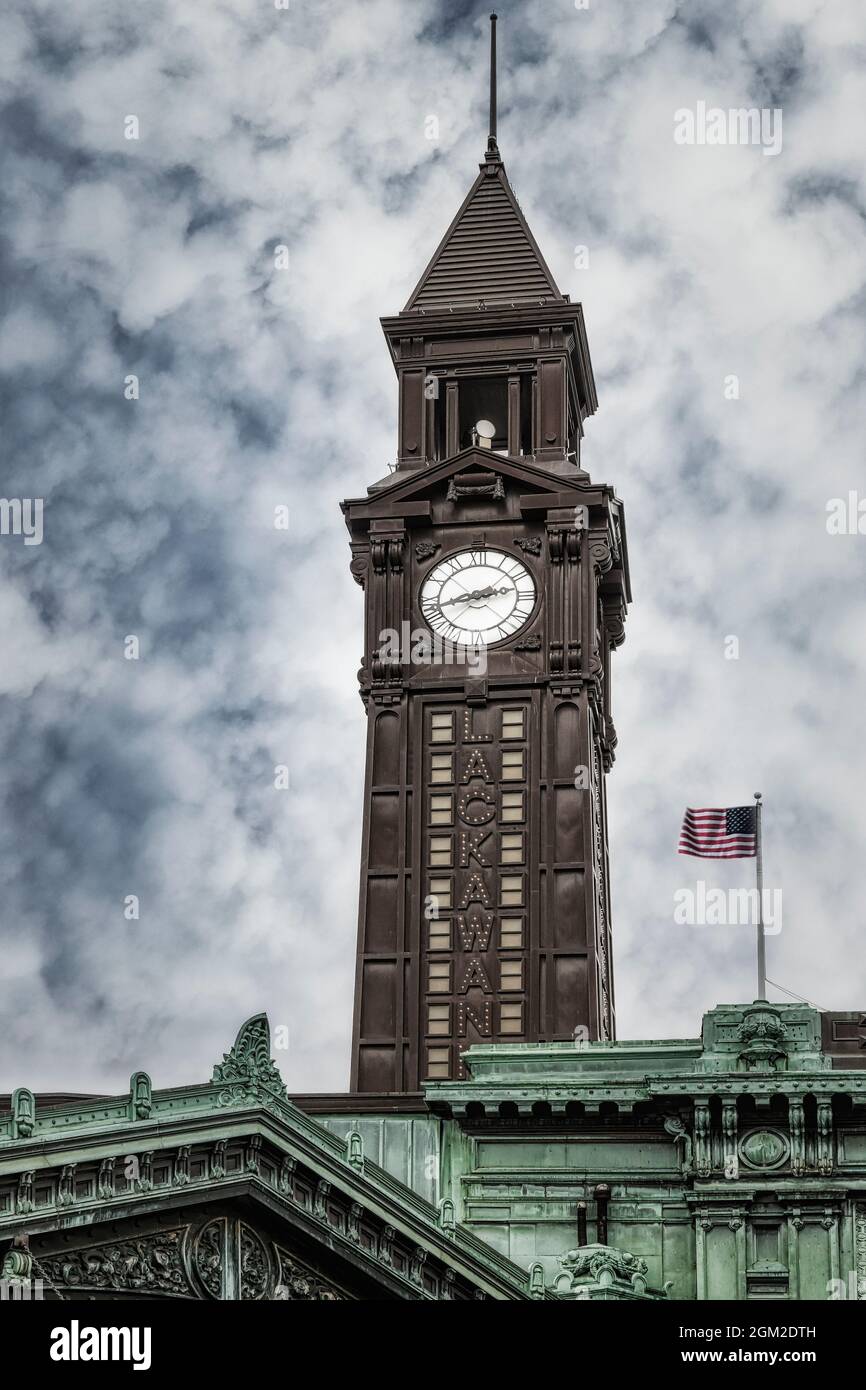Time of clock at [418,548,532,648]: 2:42
